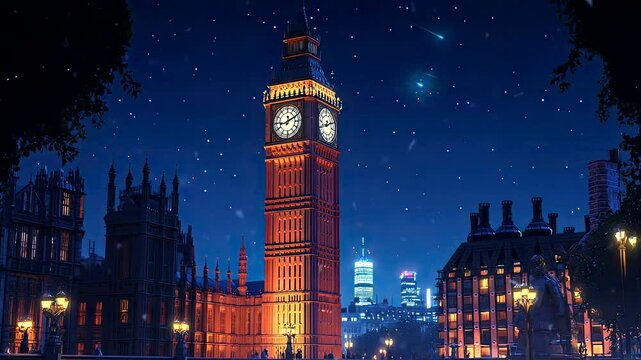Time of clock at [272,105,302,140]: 12:10
